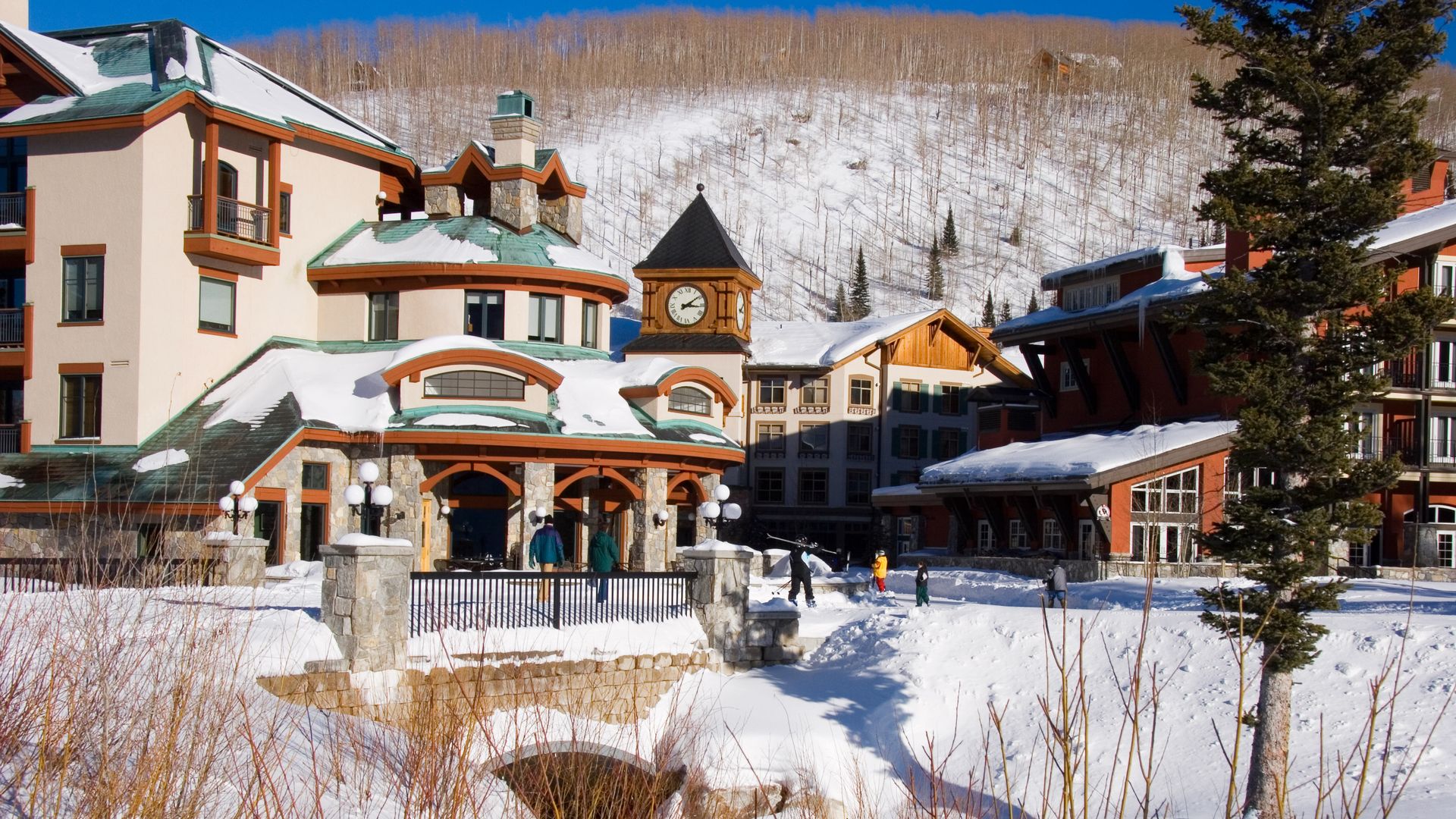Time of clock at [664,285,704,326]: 3:09
